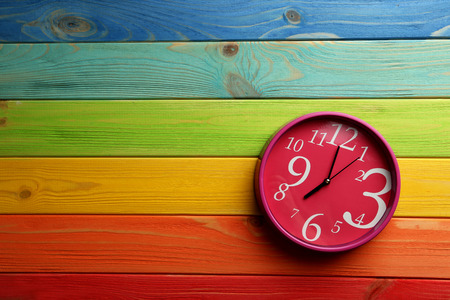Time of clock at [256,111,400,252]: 7:00
